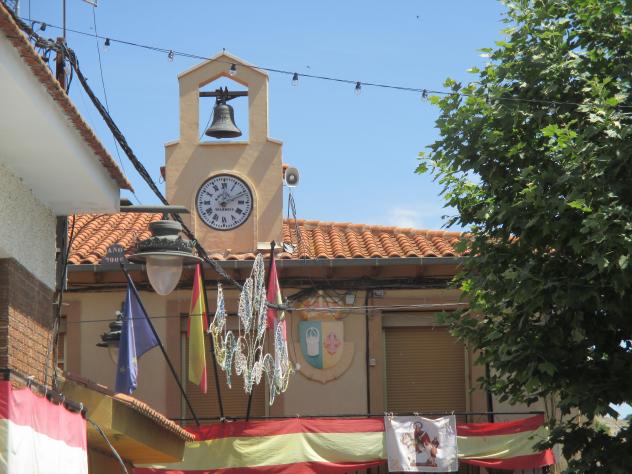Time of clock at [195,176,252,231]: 12:11
